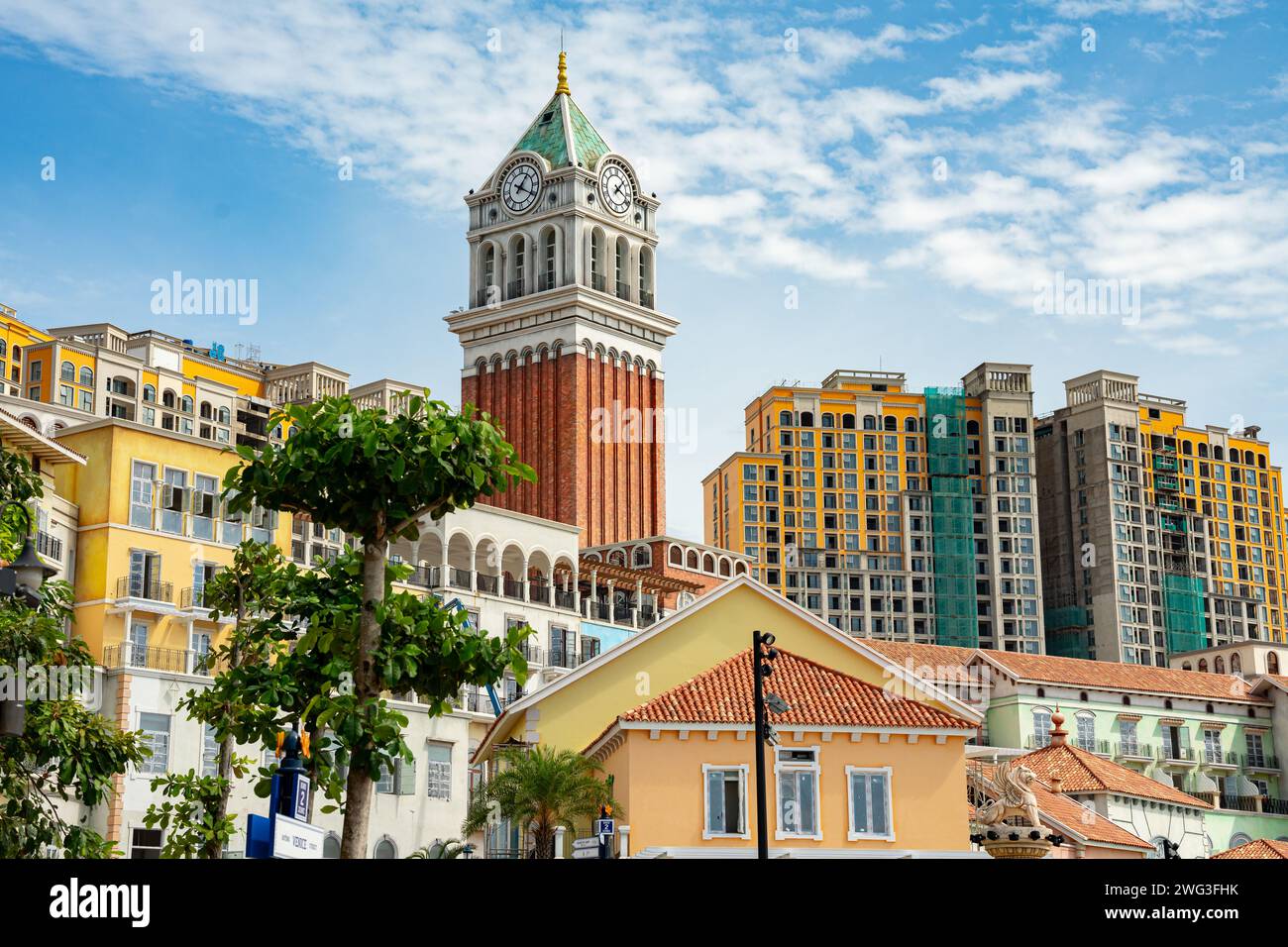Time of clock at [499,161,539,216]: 1:20
